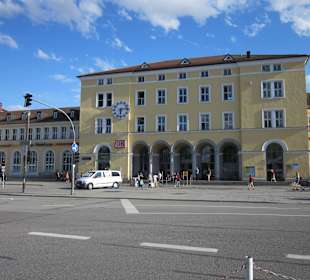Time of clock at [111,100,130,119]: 6:13
